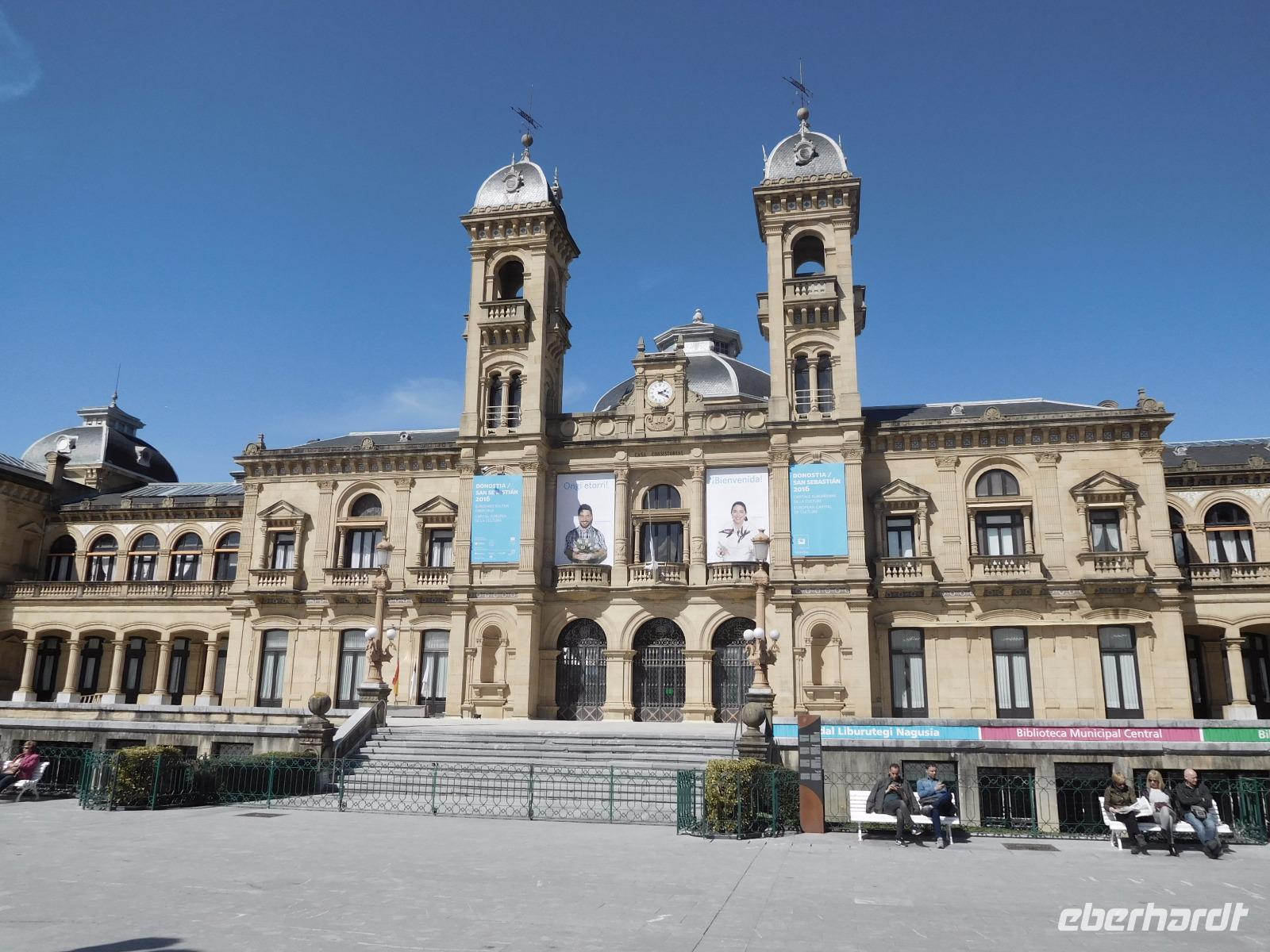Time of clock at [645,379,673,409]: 2:18
